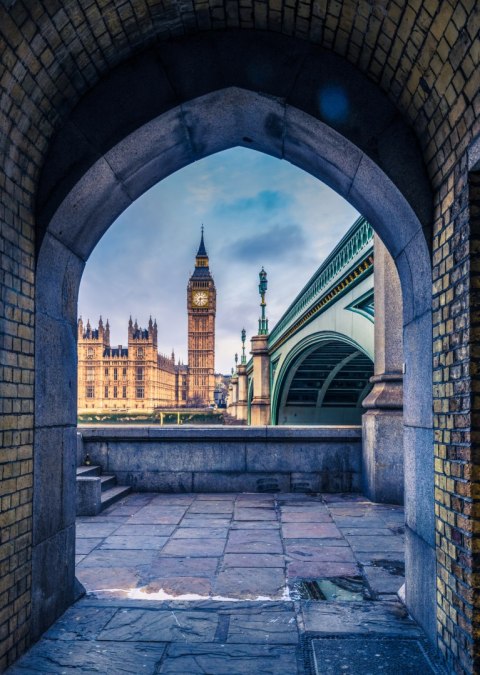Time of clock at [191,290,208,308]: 6:13
